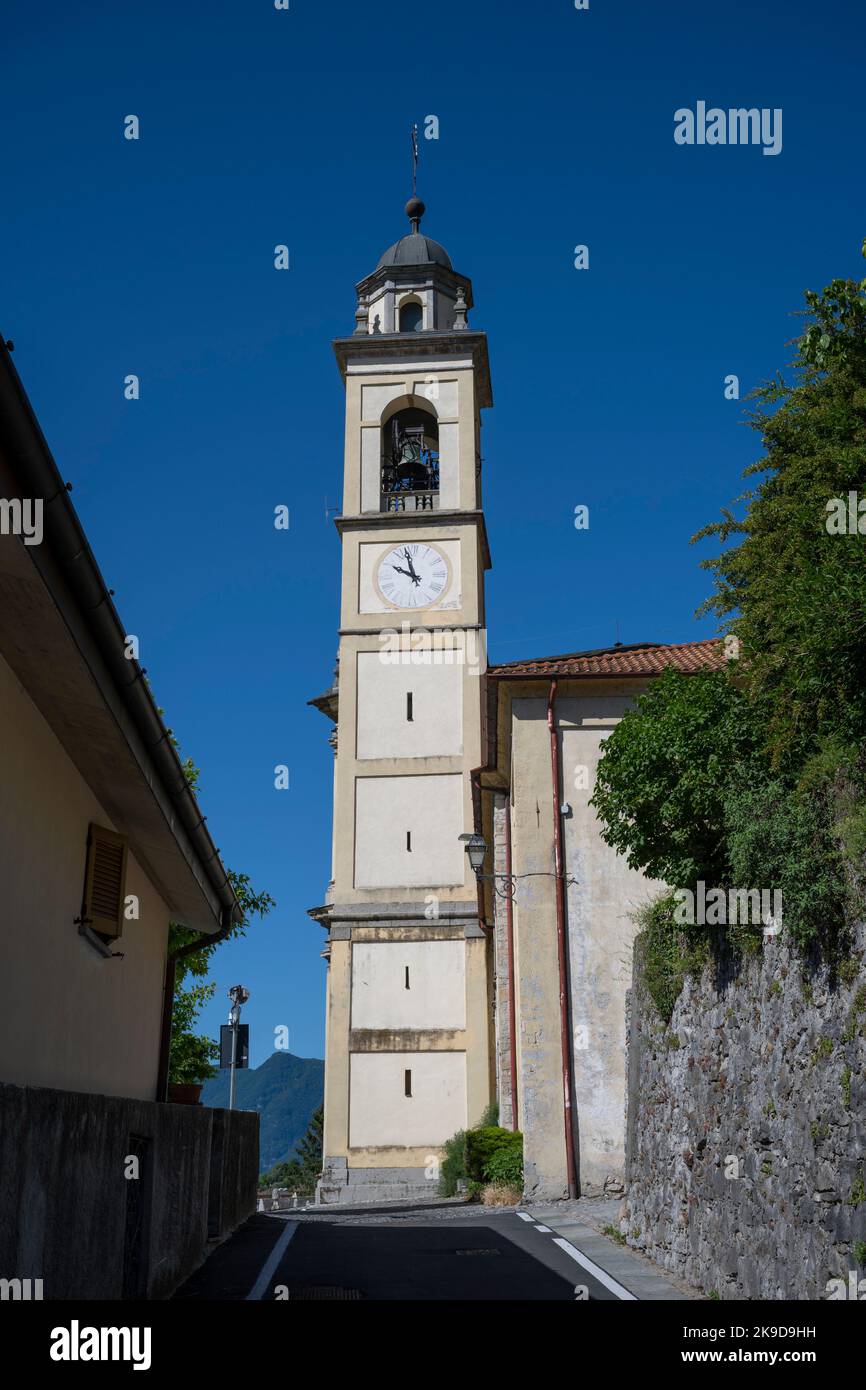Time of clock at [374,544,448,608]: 9:57
